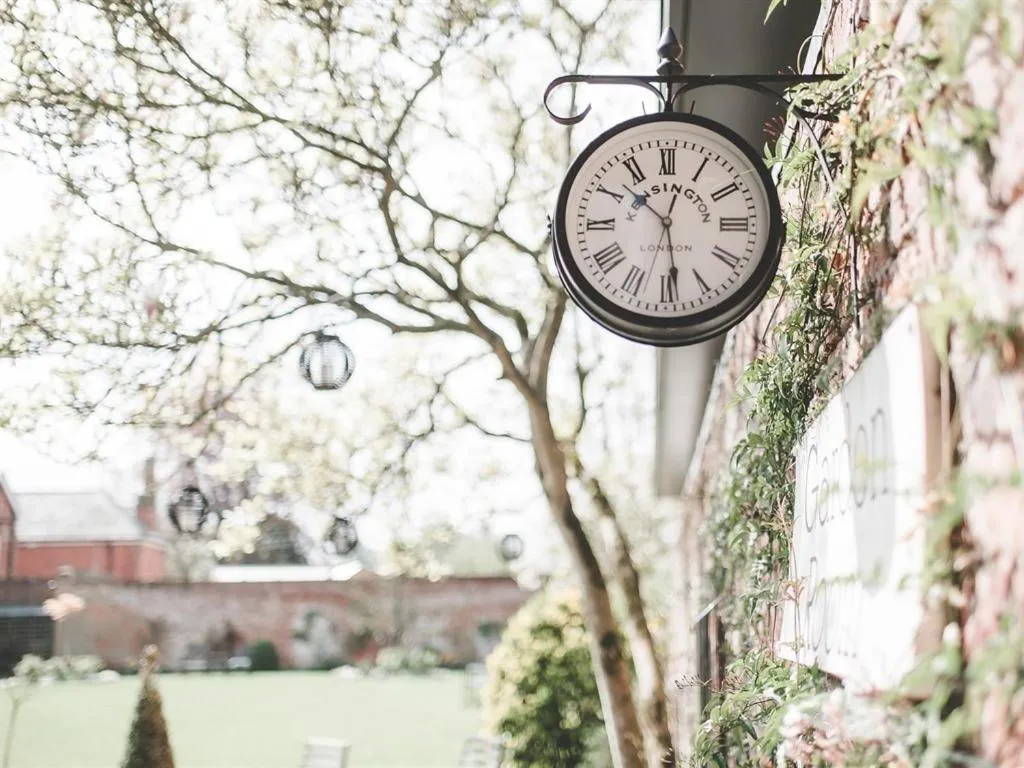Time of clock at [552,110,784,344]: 10:28
